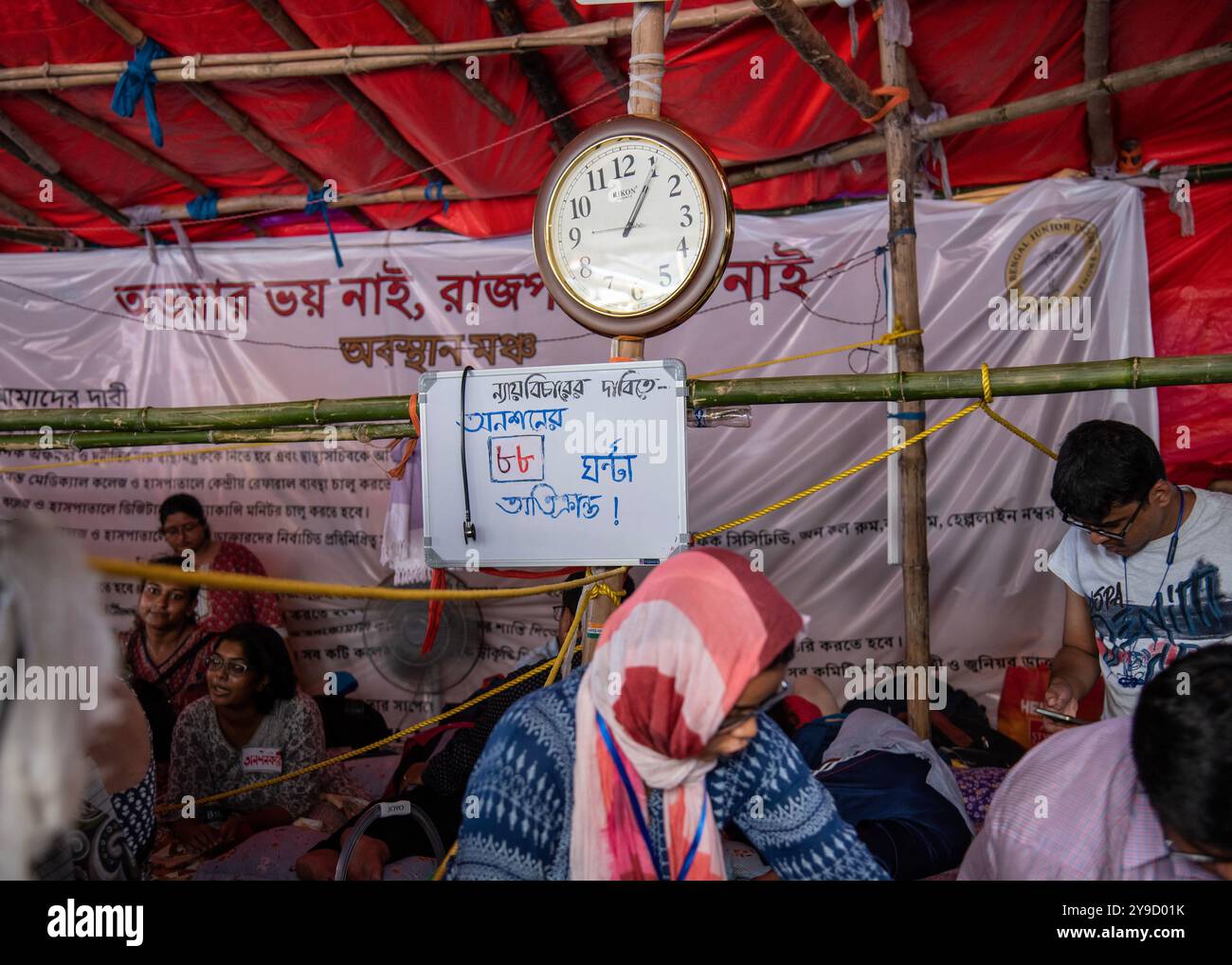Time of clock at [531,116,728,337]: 1:05
